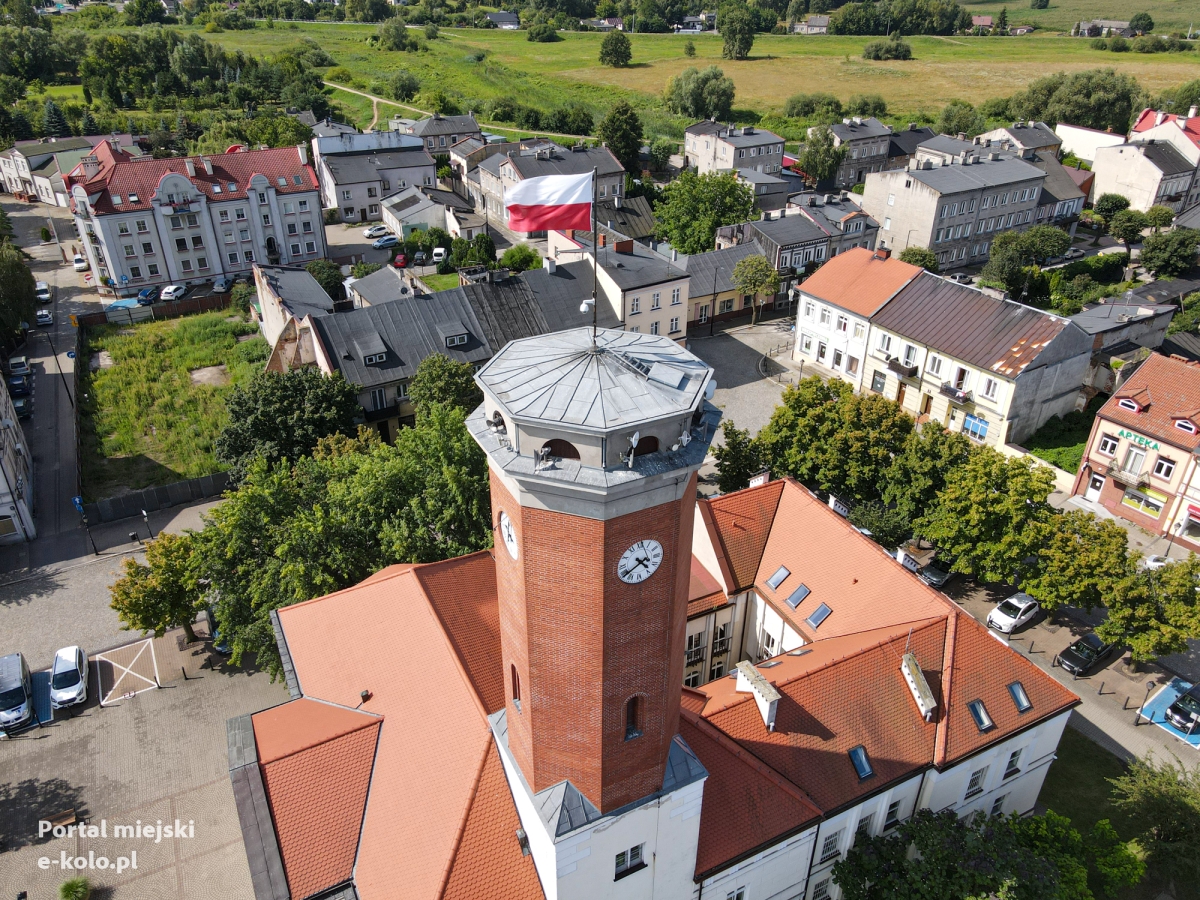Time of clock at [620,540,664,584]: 4:39
